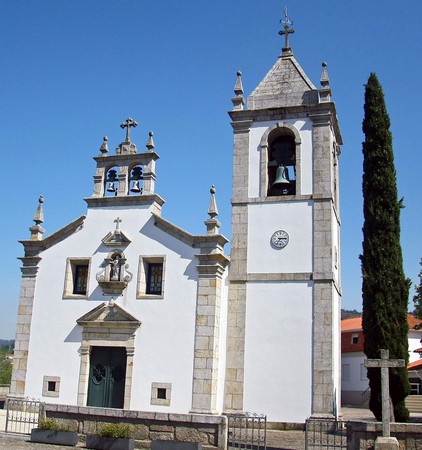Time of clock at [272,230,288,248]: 7:15
